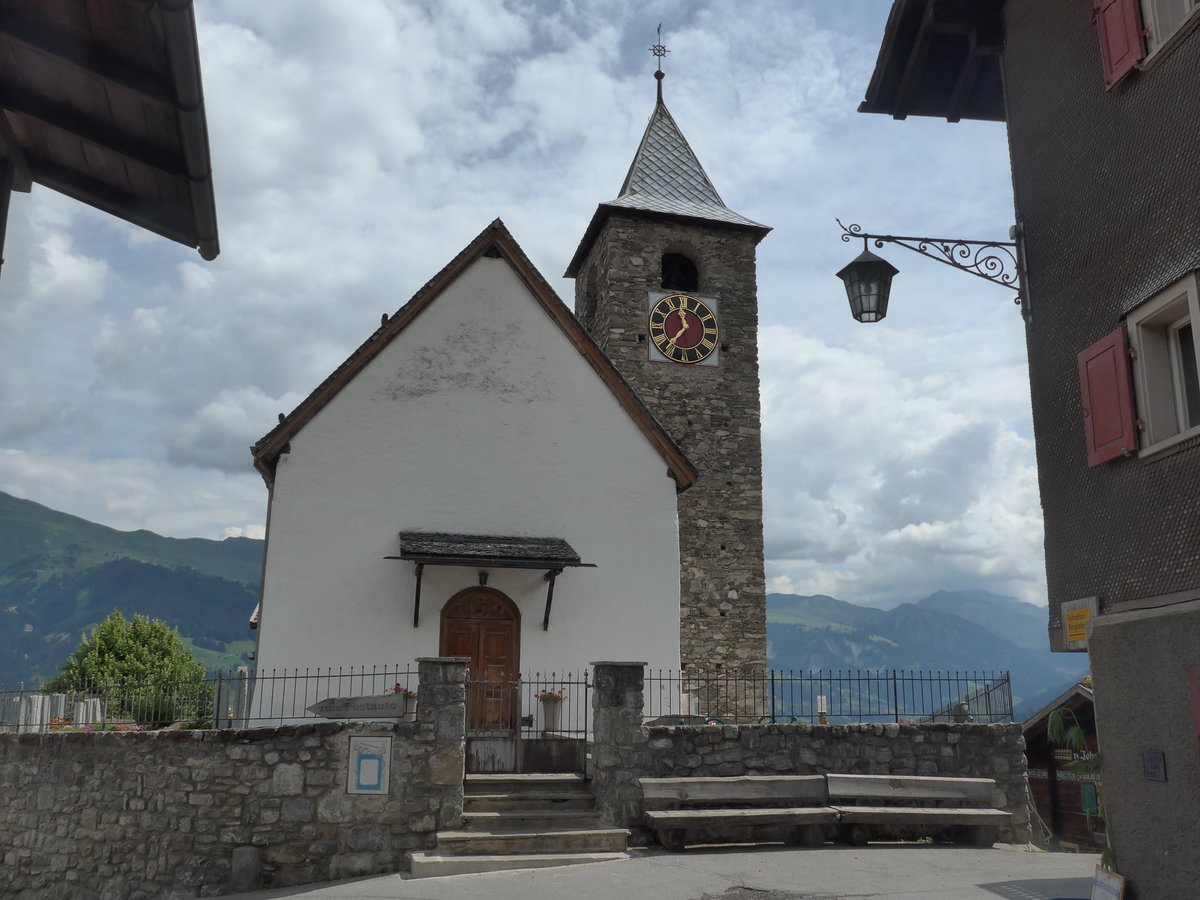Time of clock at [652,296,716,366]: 11:36
